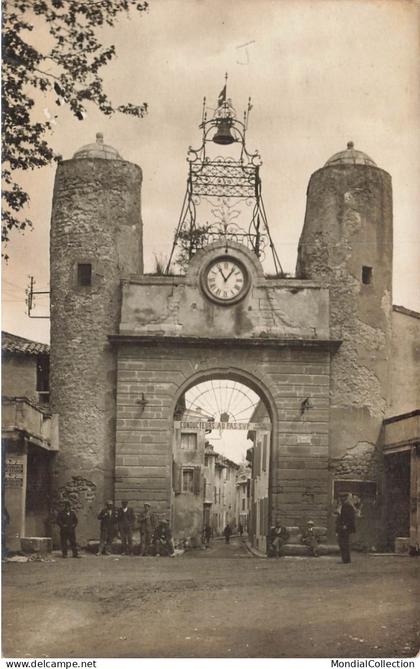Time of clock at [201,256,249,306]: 11:06
